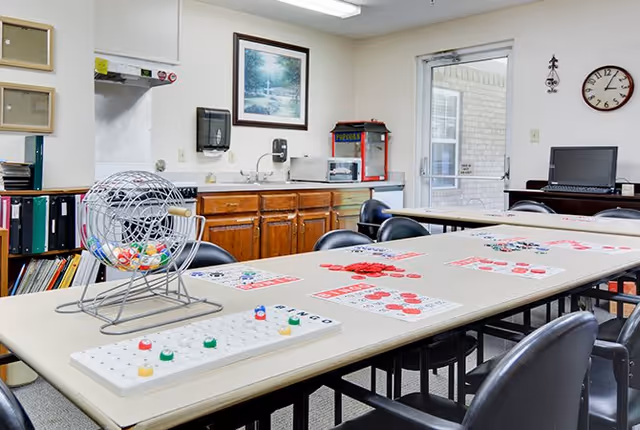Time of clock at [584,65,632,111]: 3:04
